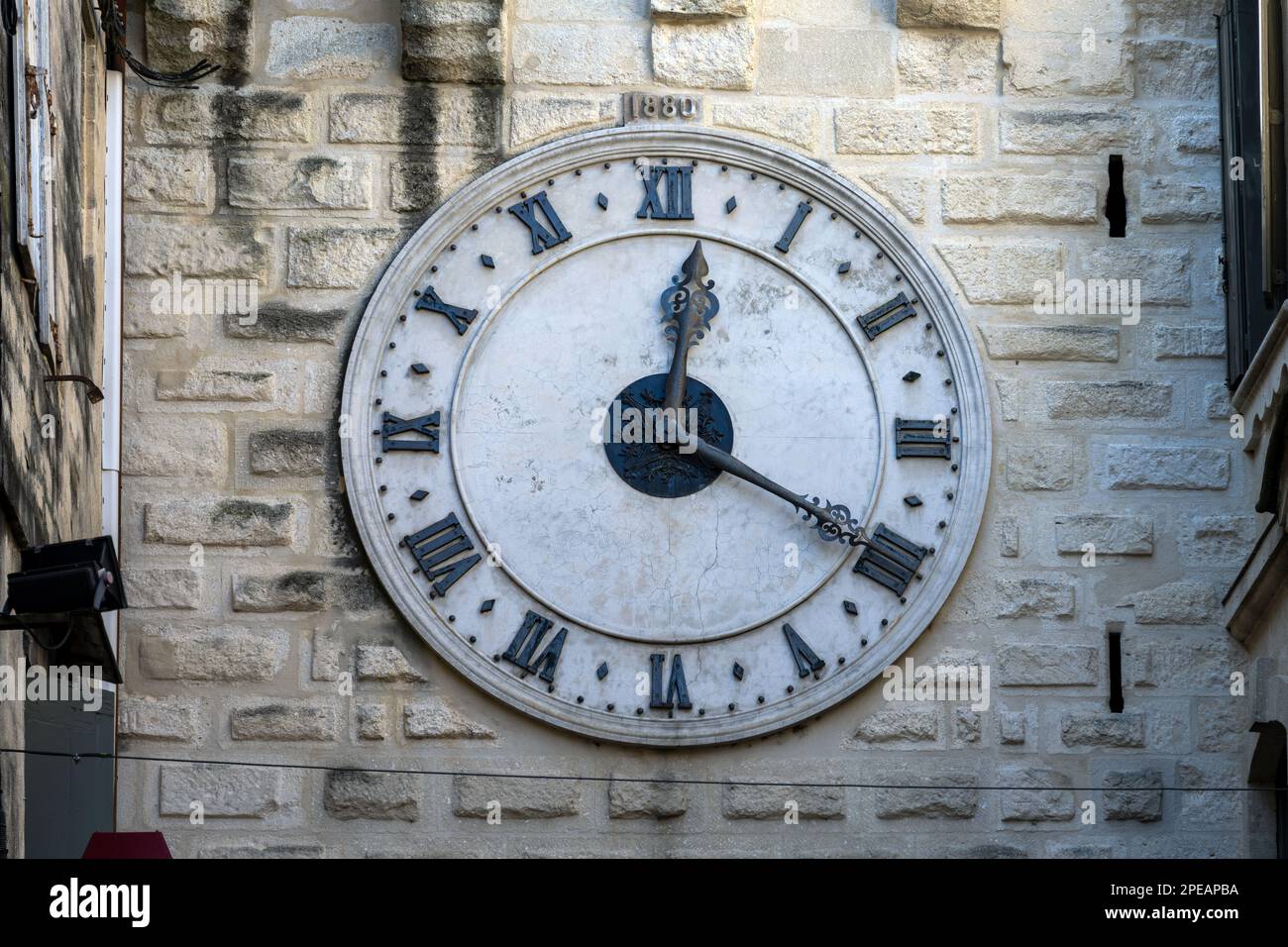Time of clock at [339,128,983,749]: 12:19
